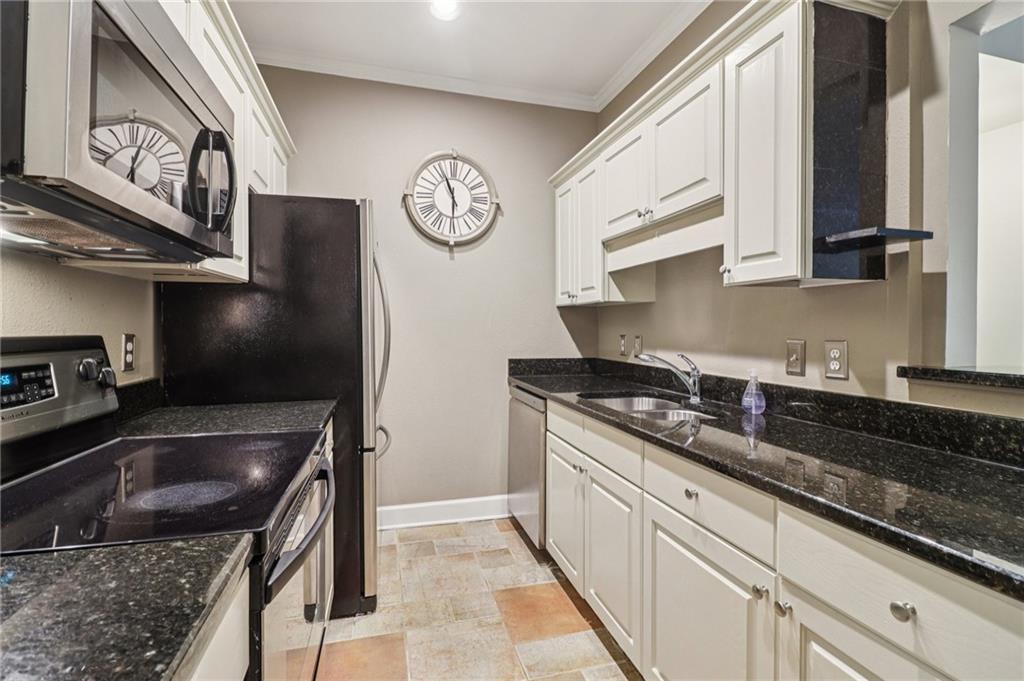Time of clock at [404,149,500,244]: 5:56
